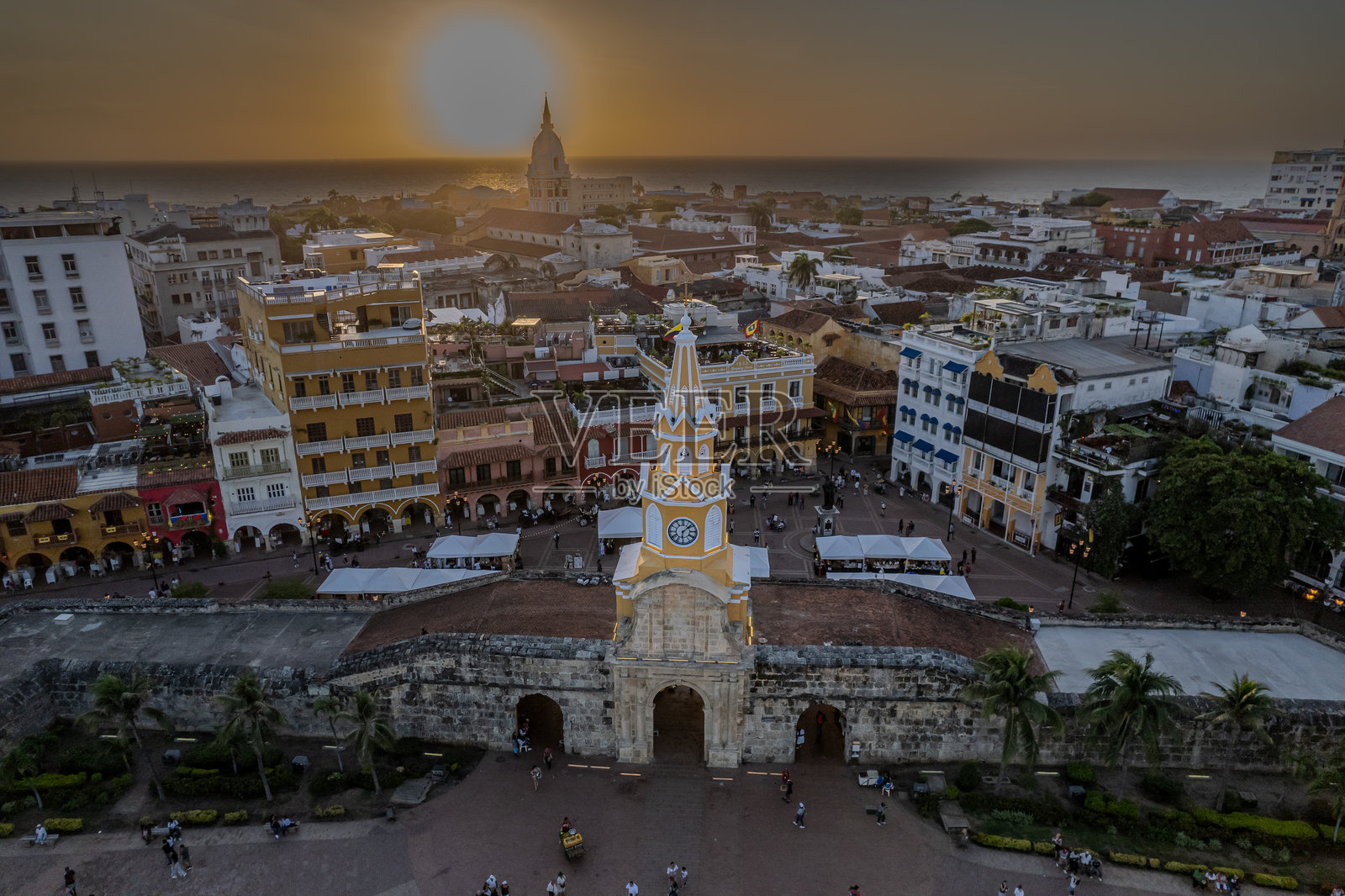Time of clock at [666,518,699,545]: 6:08
